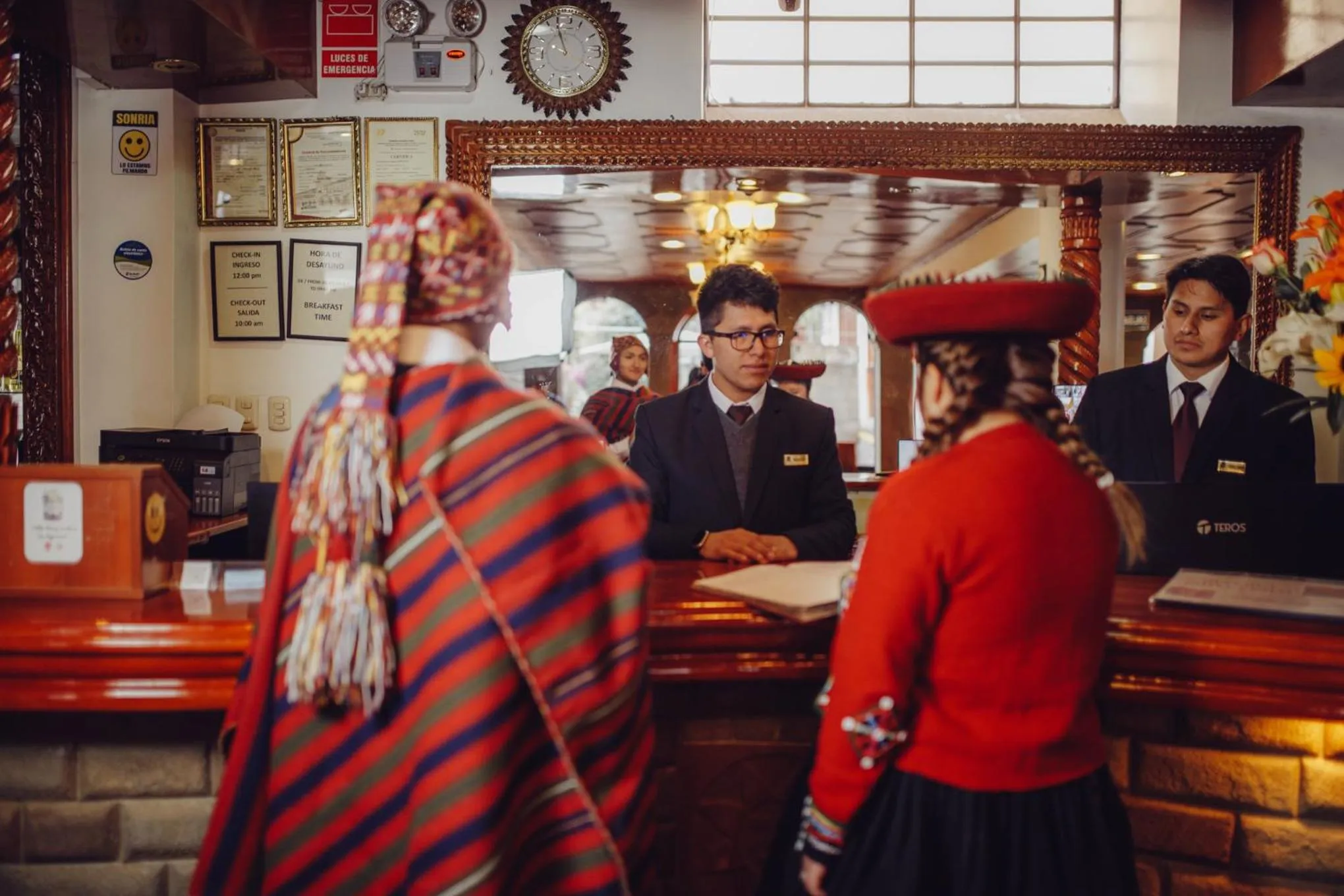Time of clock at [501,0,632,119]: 9:57
